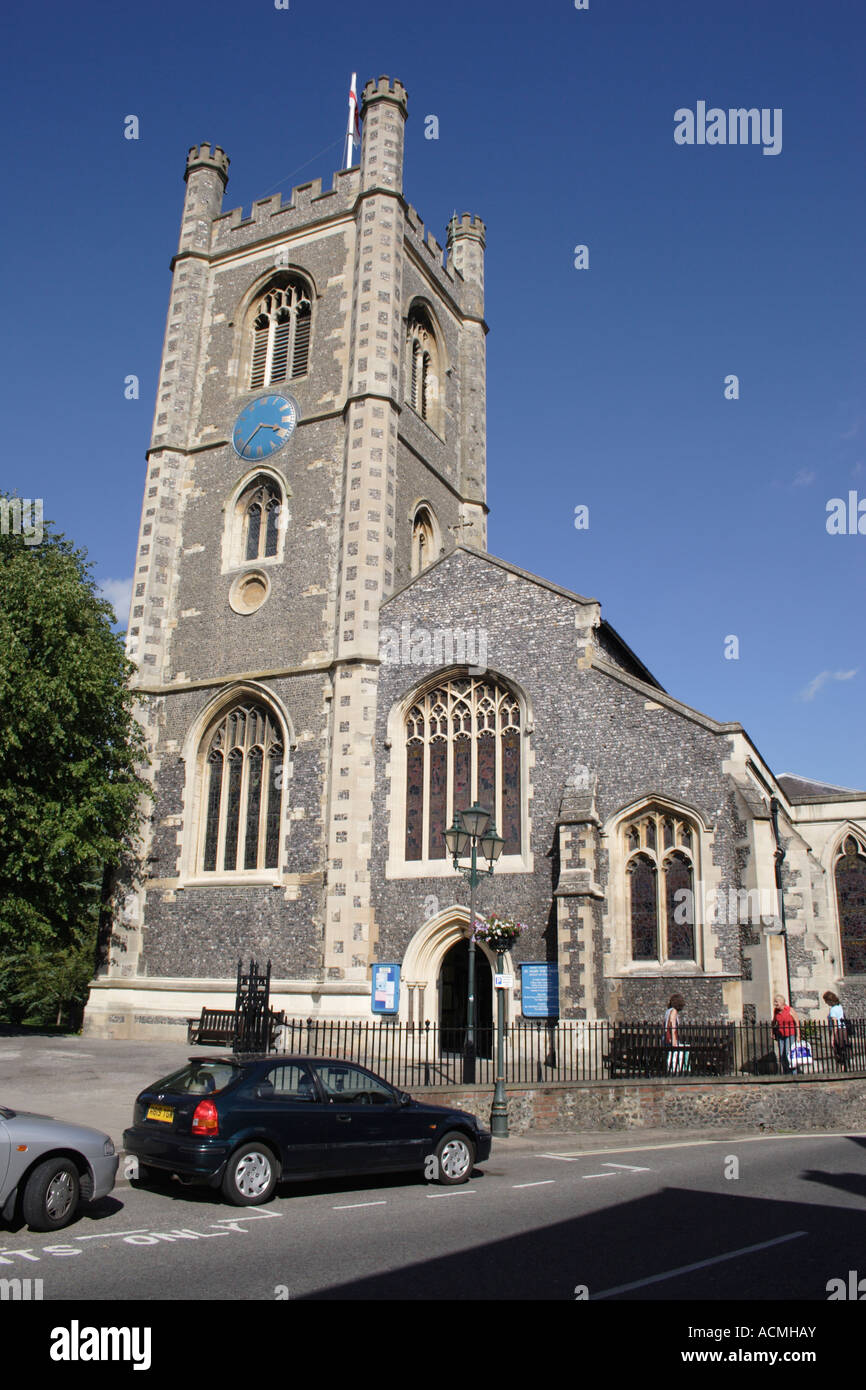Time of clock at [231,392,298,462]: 3:37
